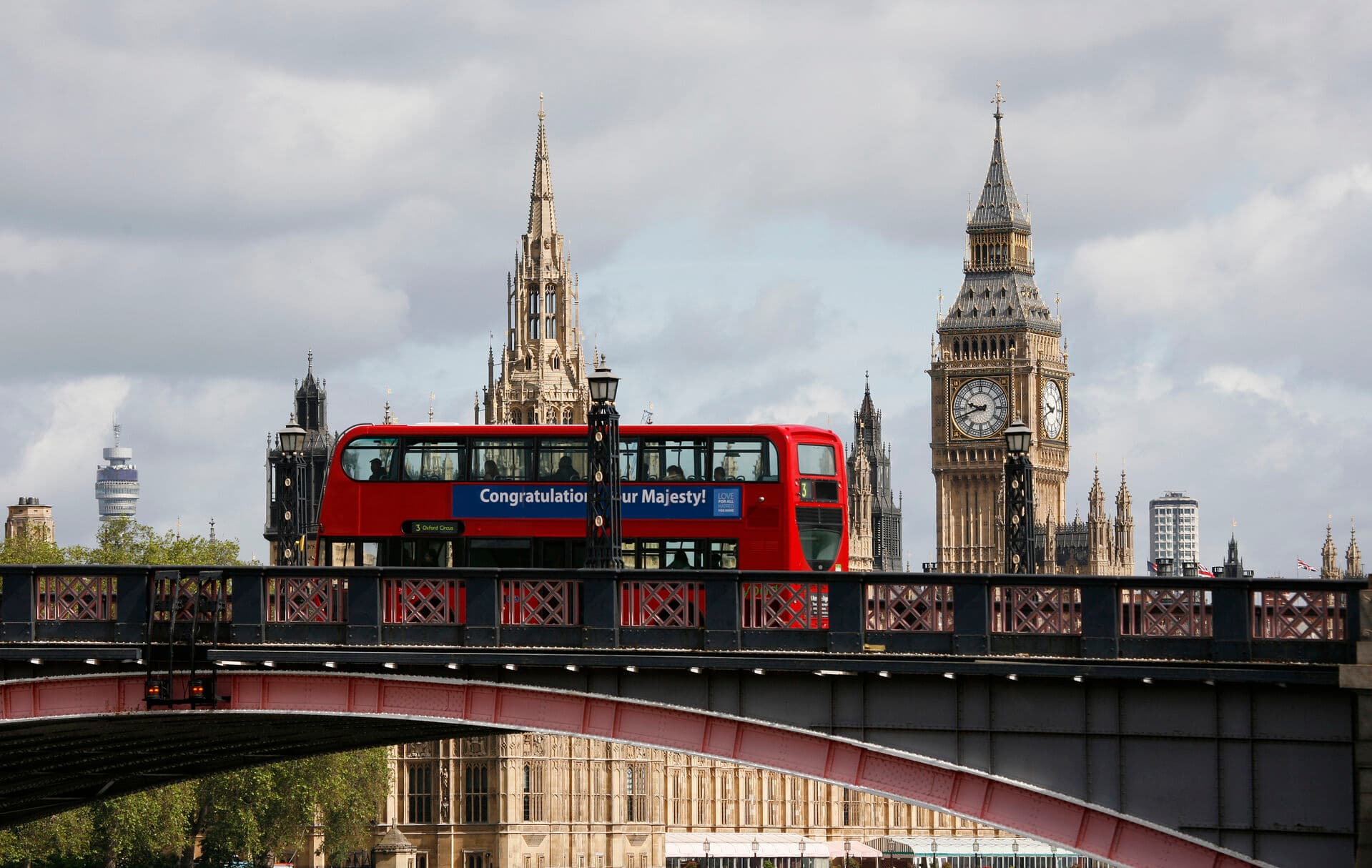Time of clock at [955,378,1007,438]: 9:41
